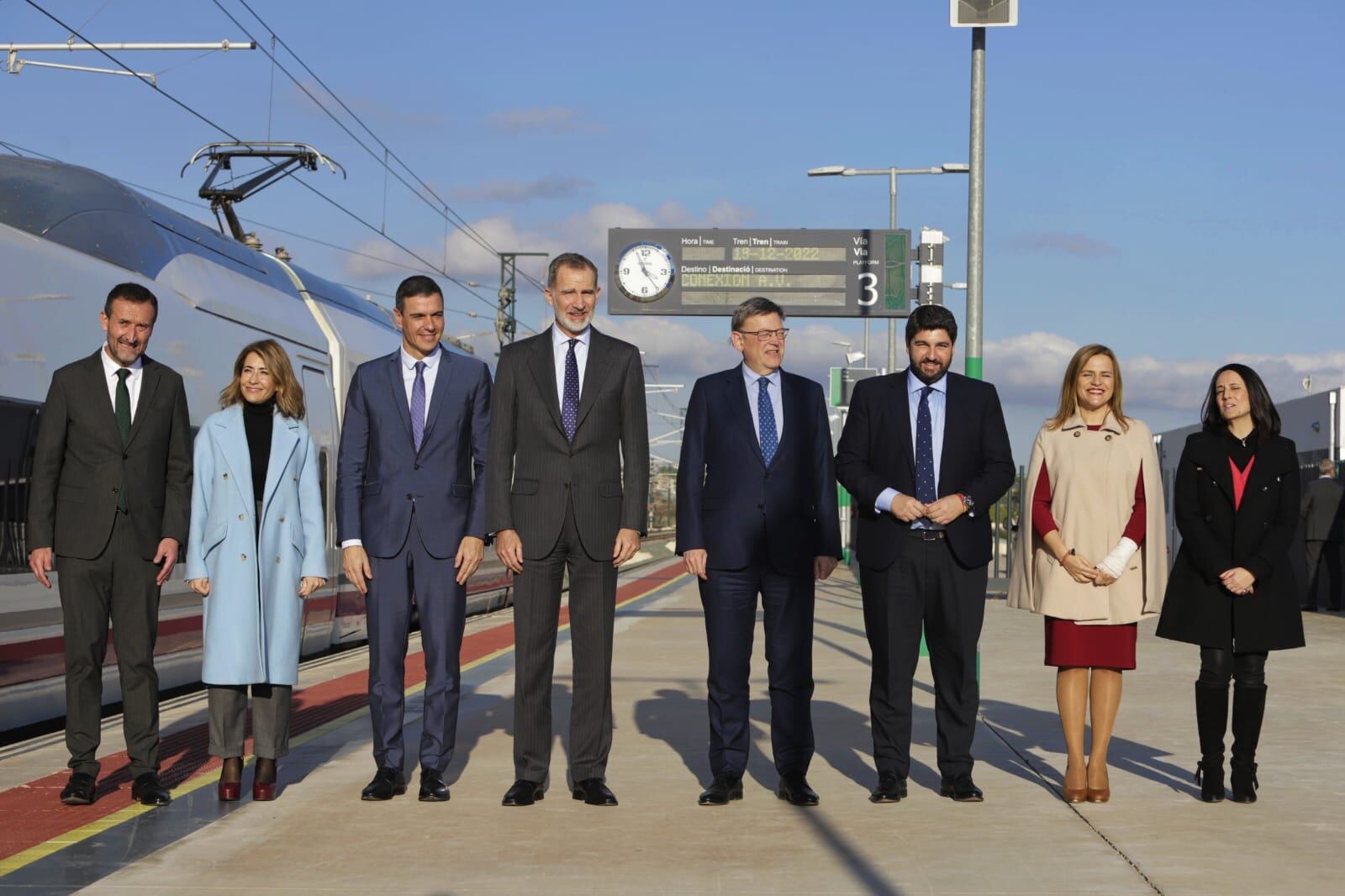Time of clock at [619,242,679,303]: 3:56
